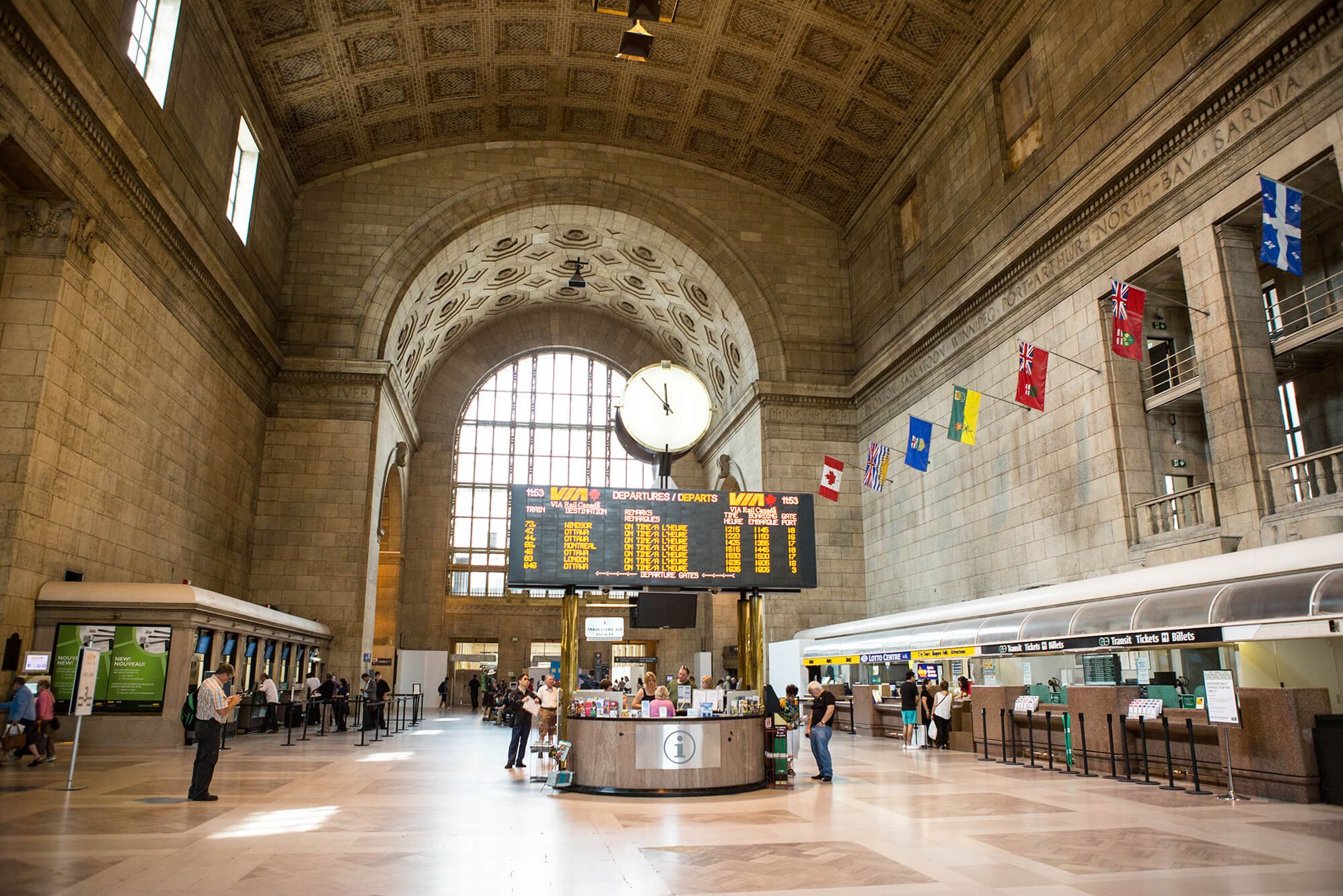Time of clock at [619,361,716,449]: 11:52
